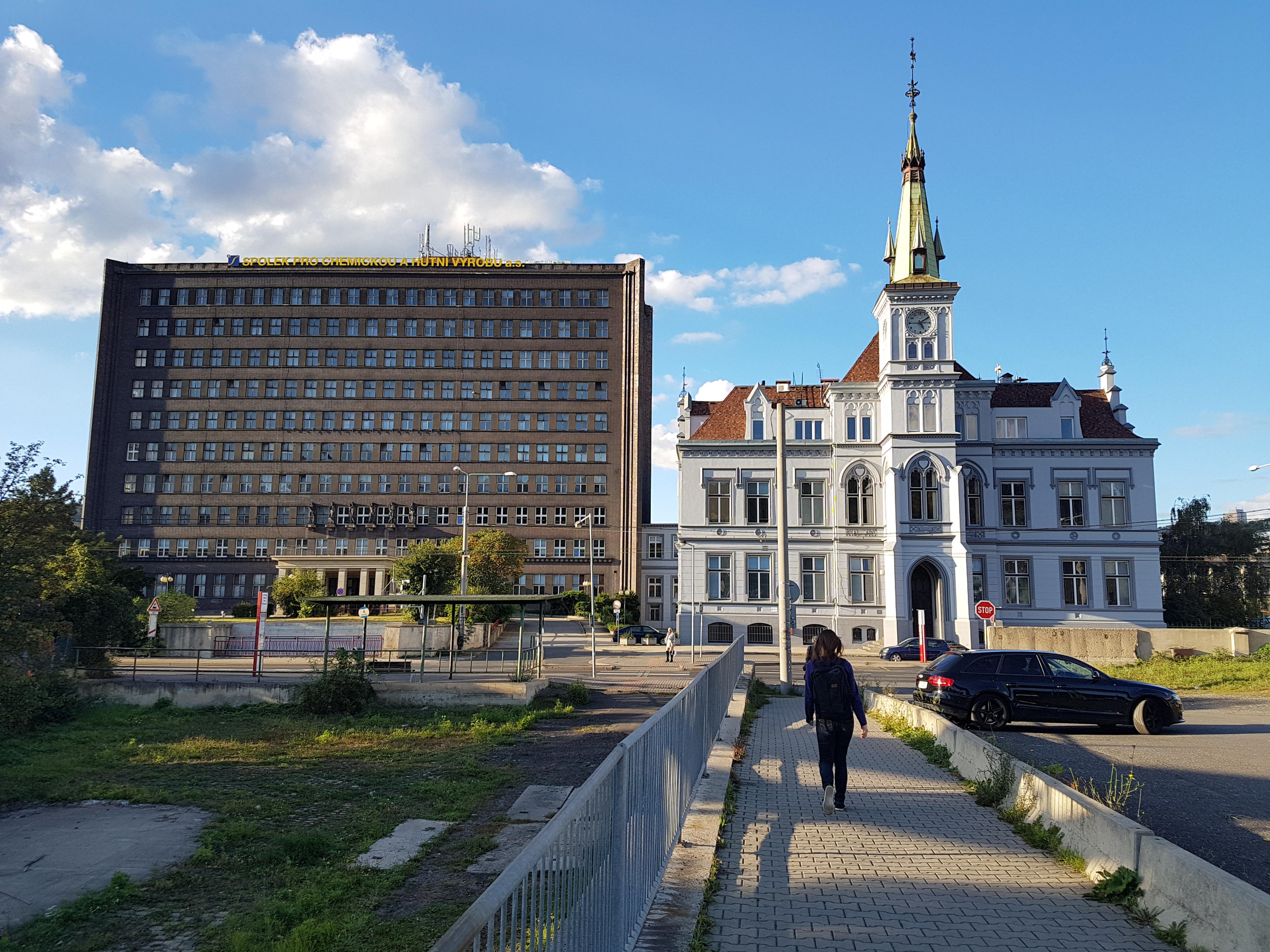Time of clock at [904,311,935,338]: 5:09
